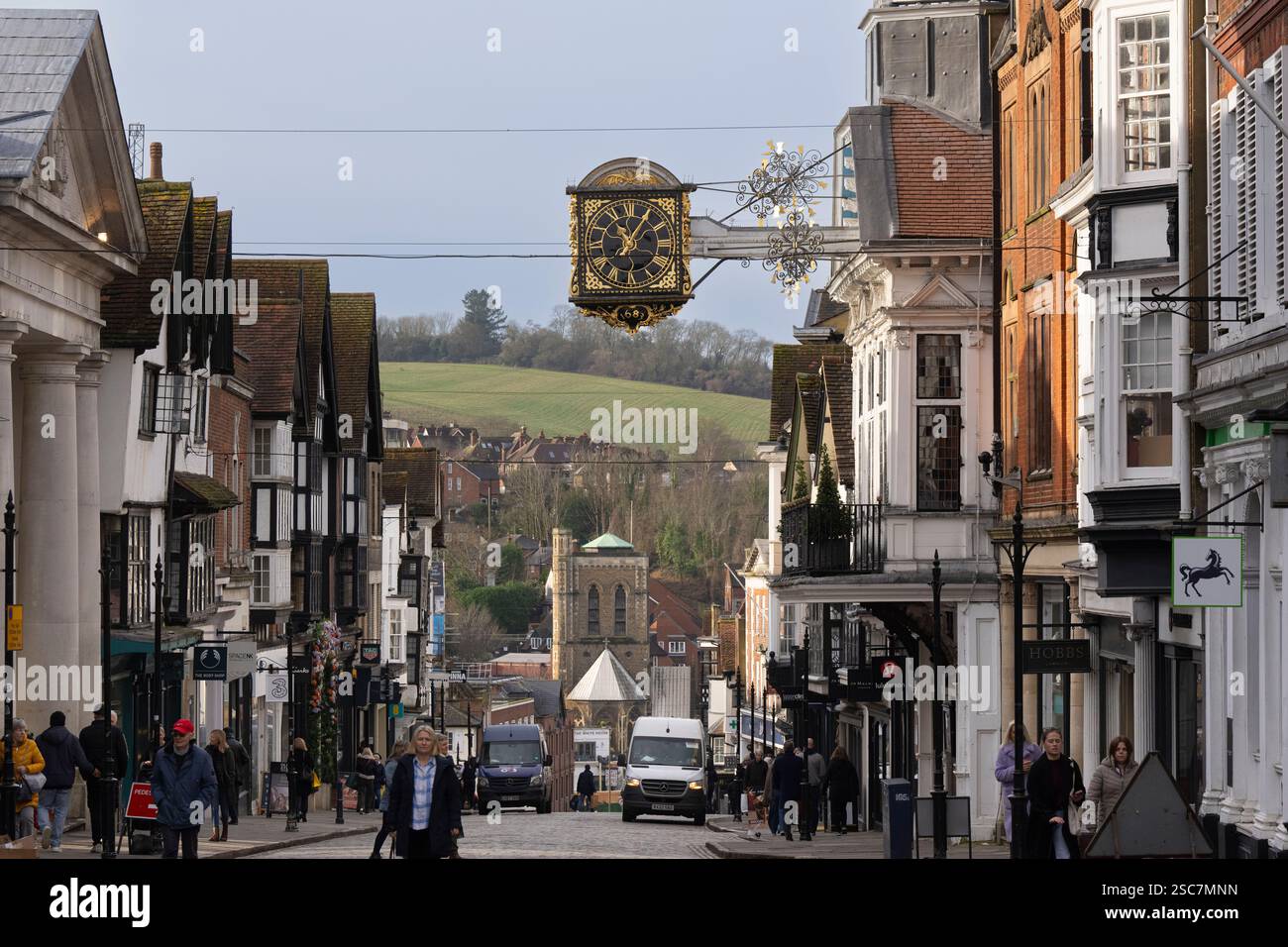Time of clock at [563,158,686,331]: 11:05
